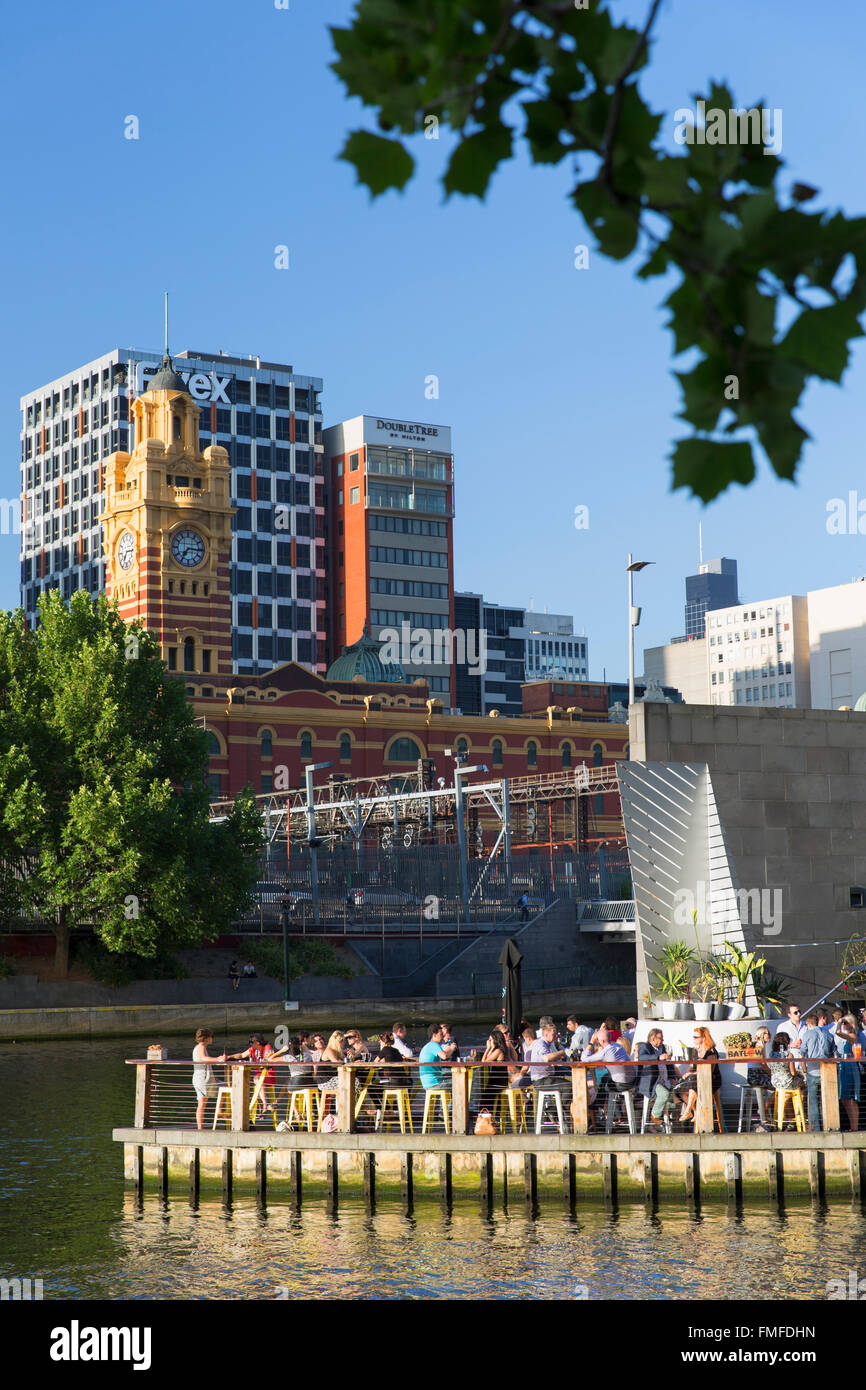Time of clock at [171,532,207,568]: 7:15
